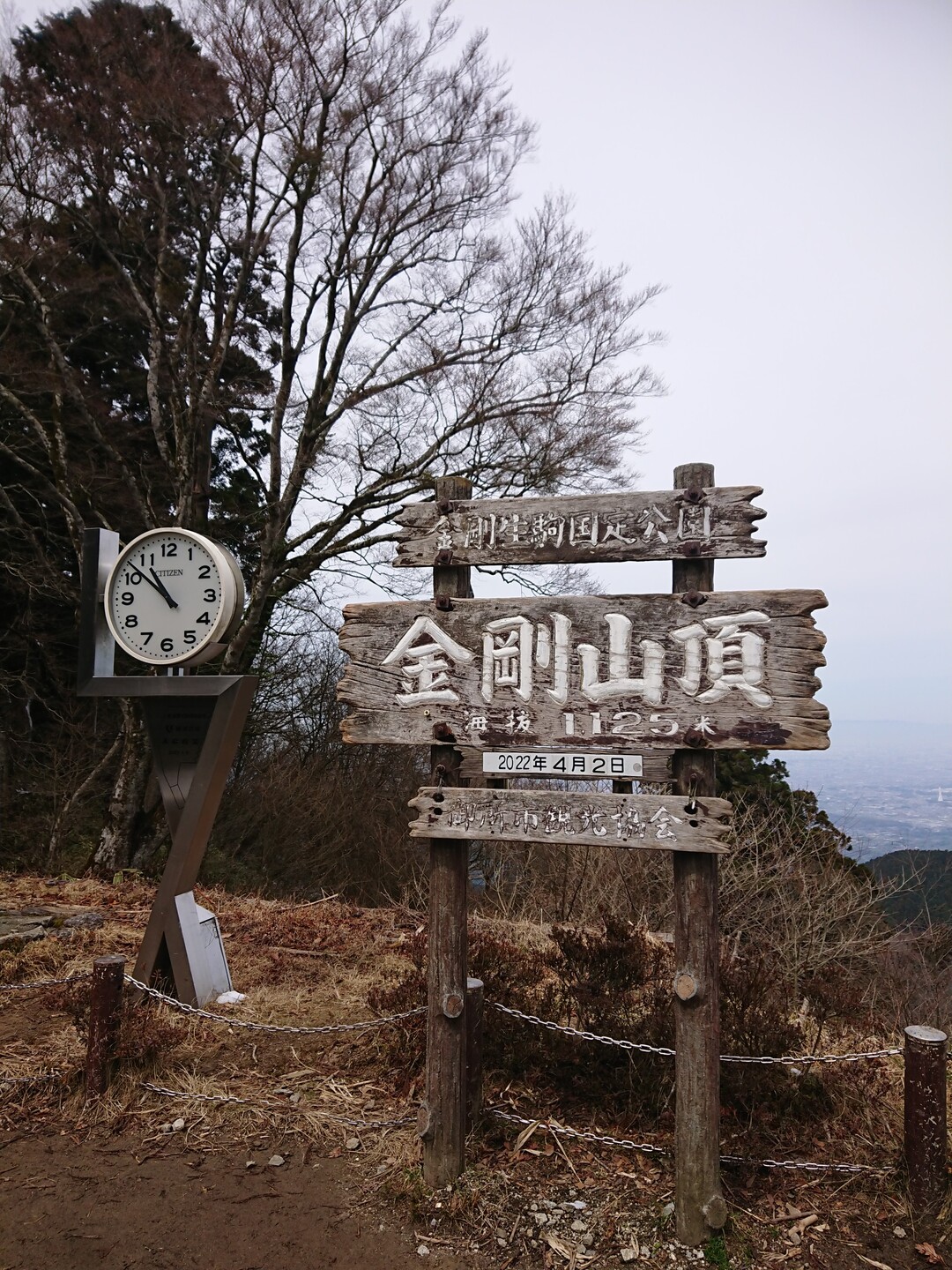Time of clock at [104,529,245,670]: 10:51
